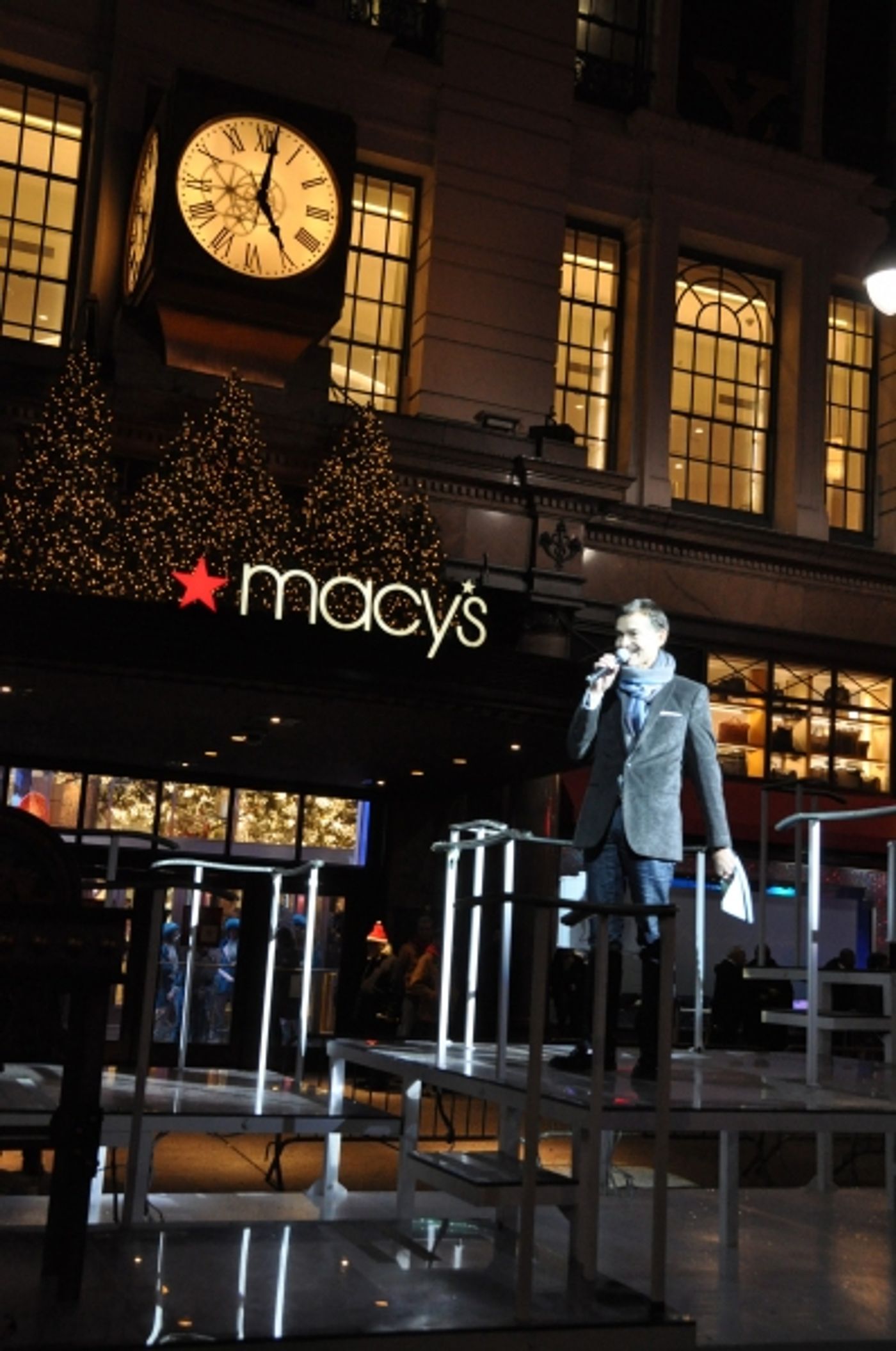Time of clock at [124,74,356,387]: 5:01
